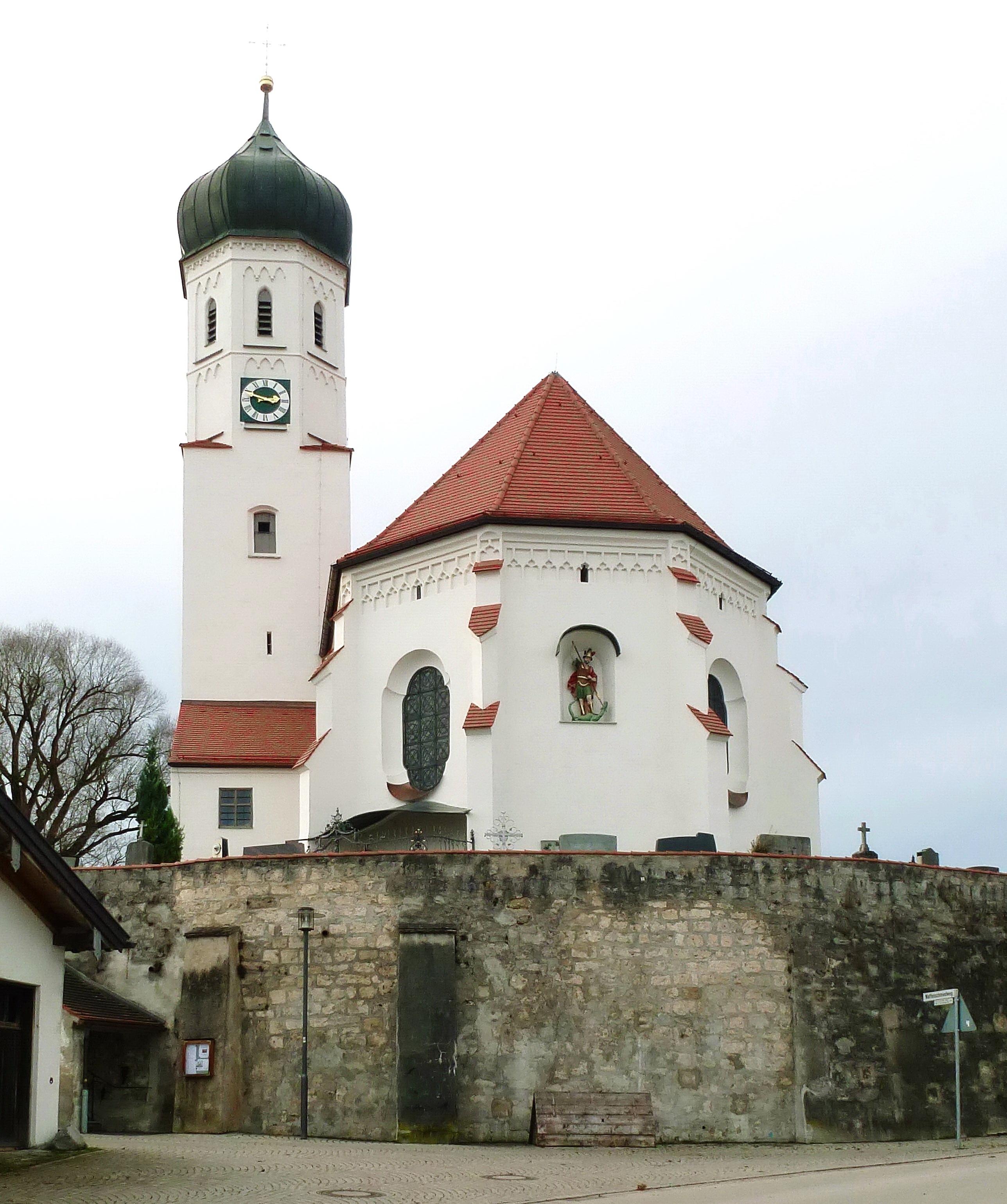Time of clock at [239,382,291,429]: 2:48
